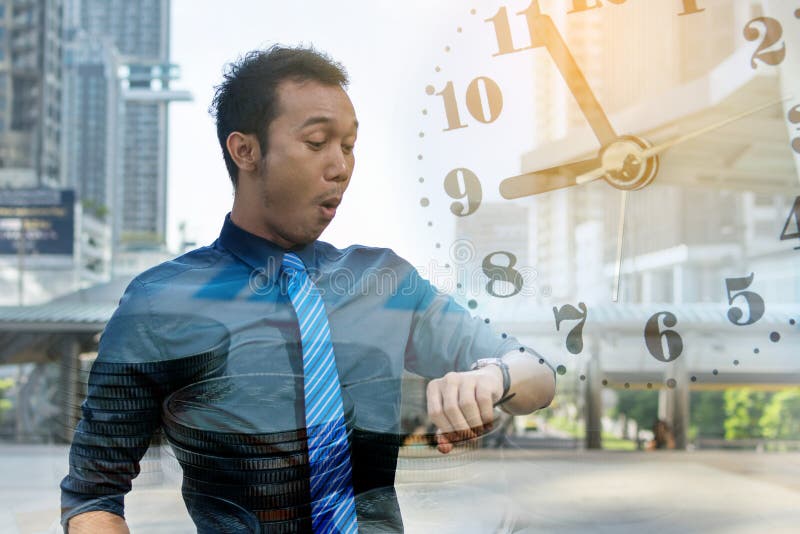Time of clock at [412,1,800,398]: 8:56
